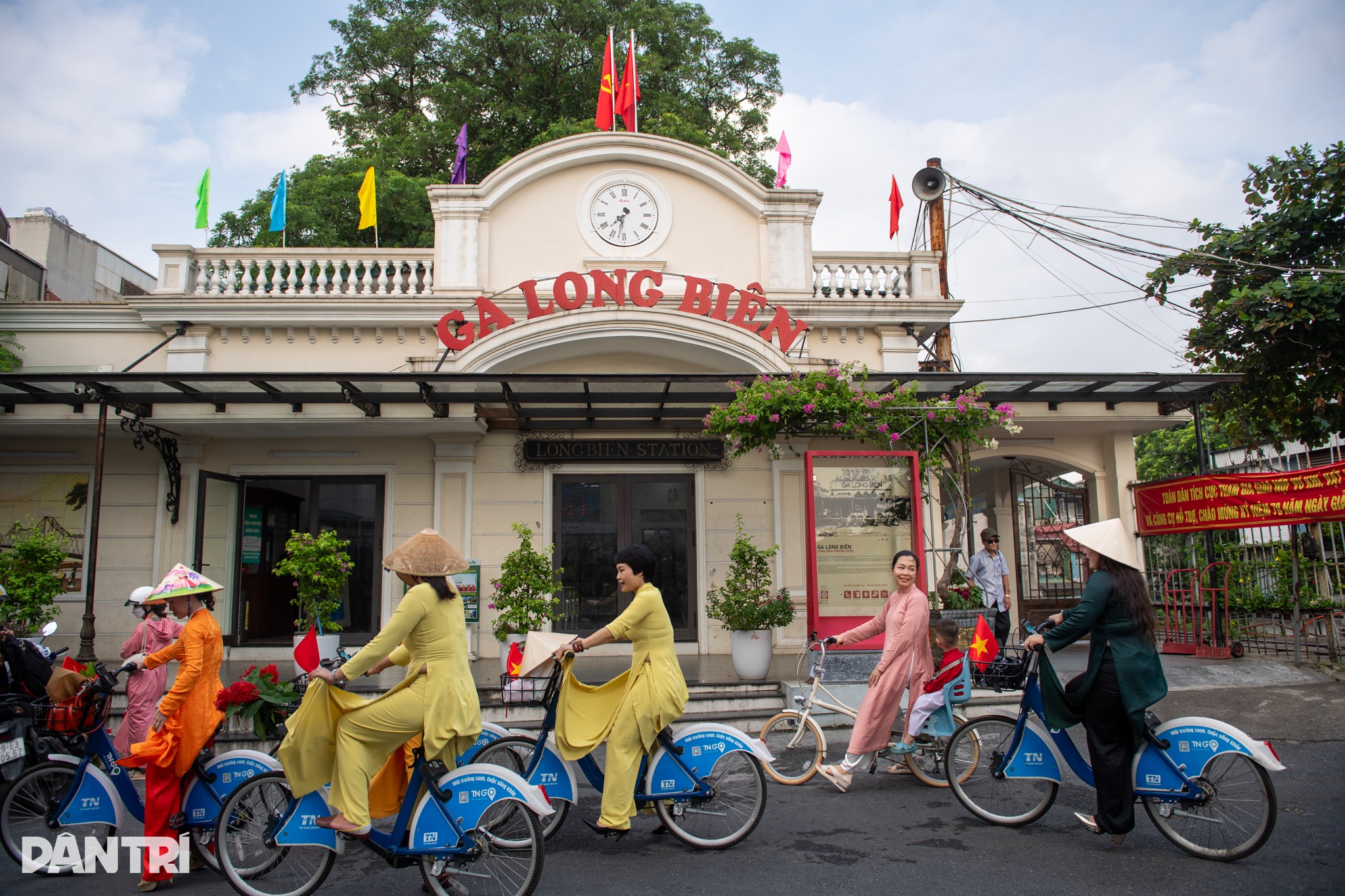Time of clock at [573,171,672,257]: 7:32
